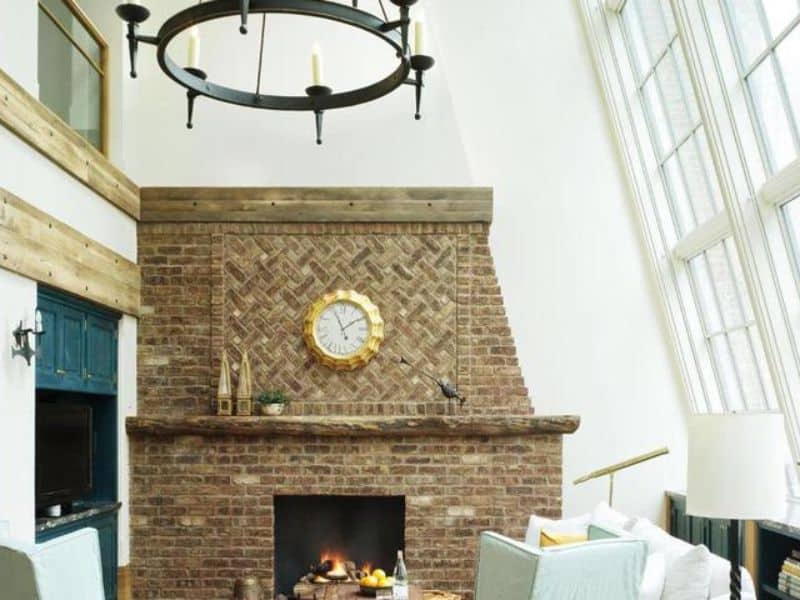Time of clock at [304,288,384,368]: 11:09
